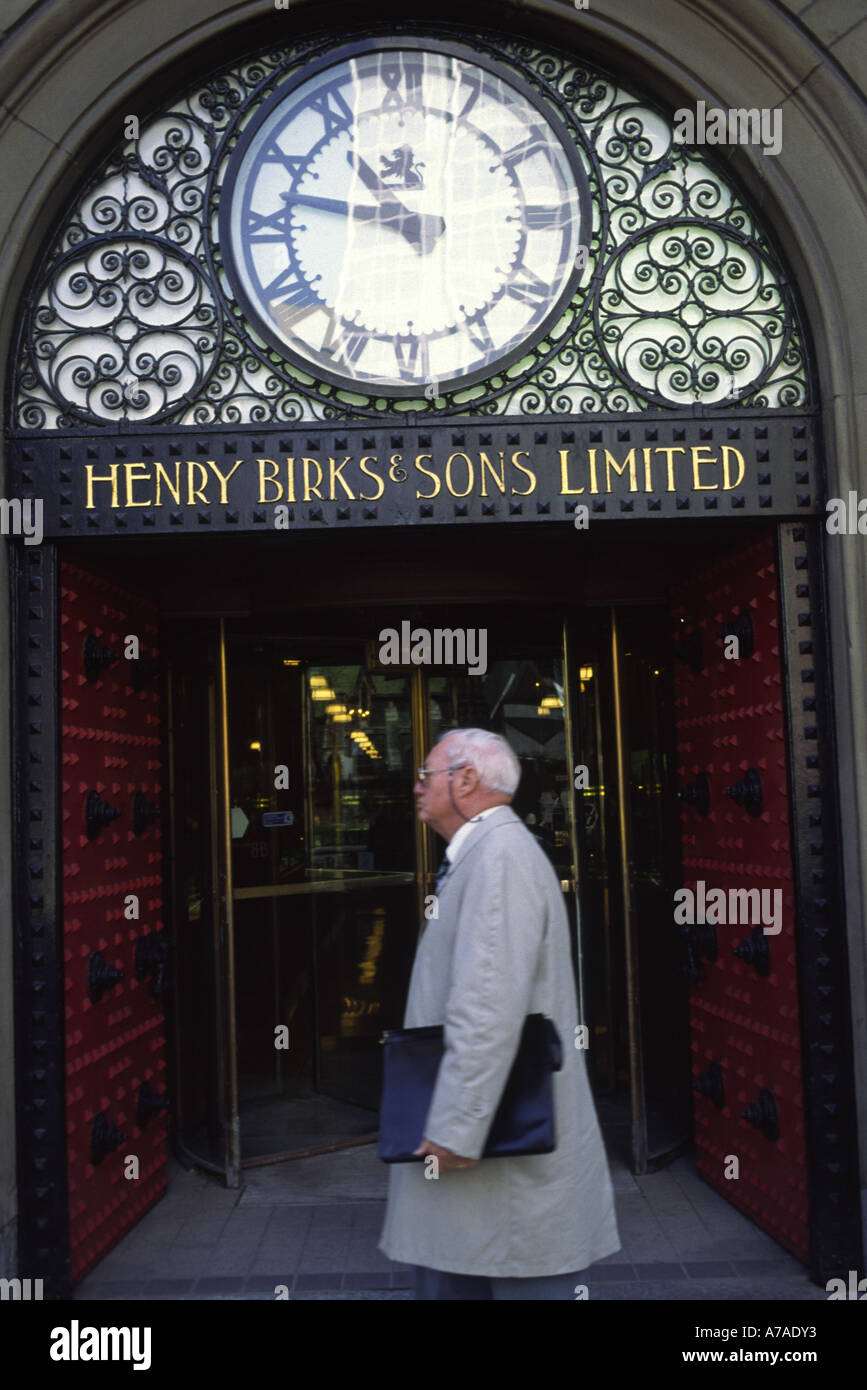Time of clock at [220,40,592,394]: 10:47
